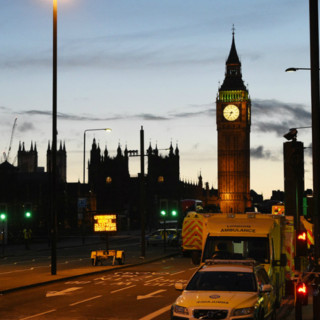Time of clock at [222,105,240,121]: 6:45
